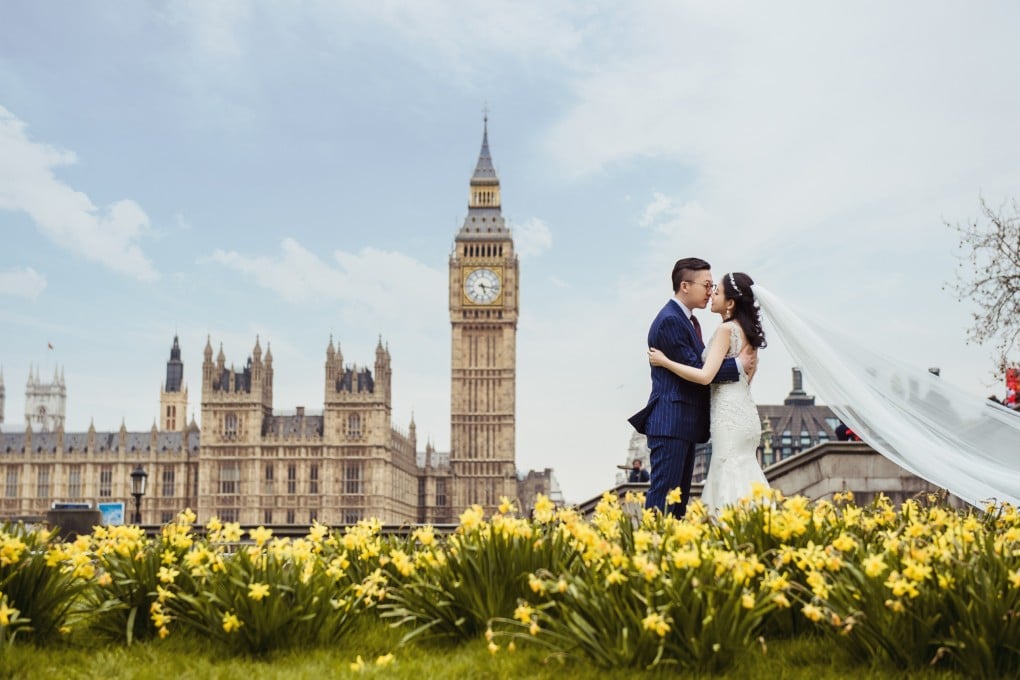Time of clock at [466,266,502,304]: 5:16
